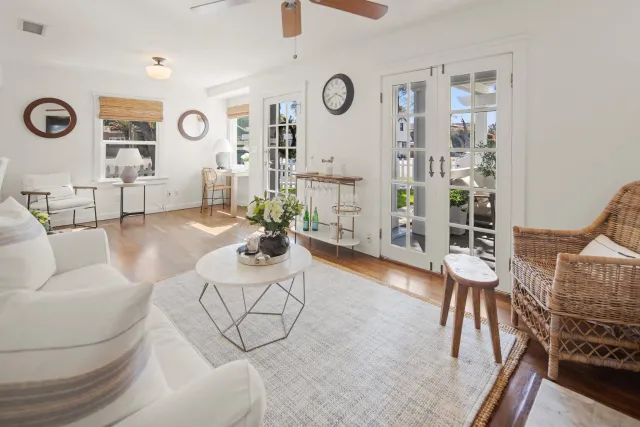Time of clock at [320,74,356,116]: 3:40
